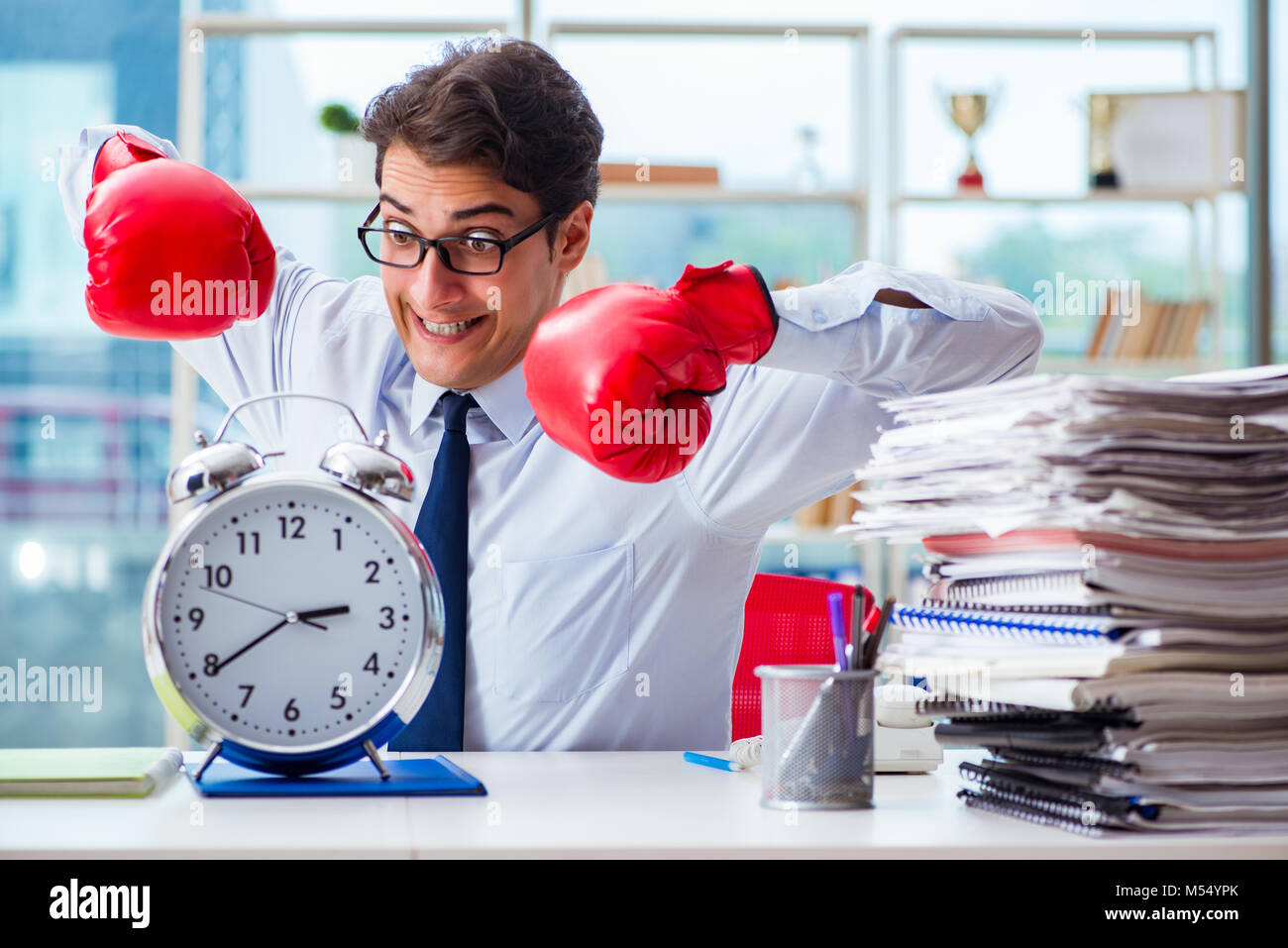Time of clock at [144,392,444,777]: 2:39
